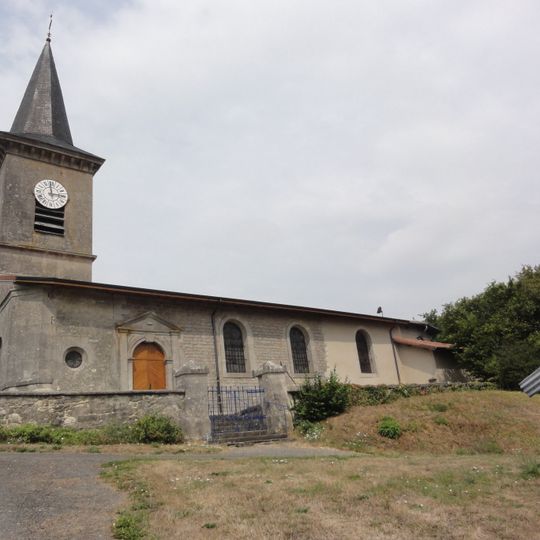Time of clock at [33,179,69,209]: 2:59
